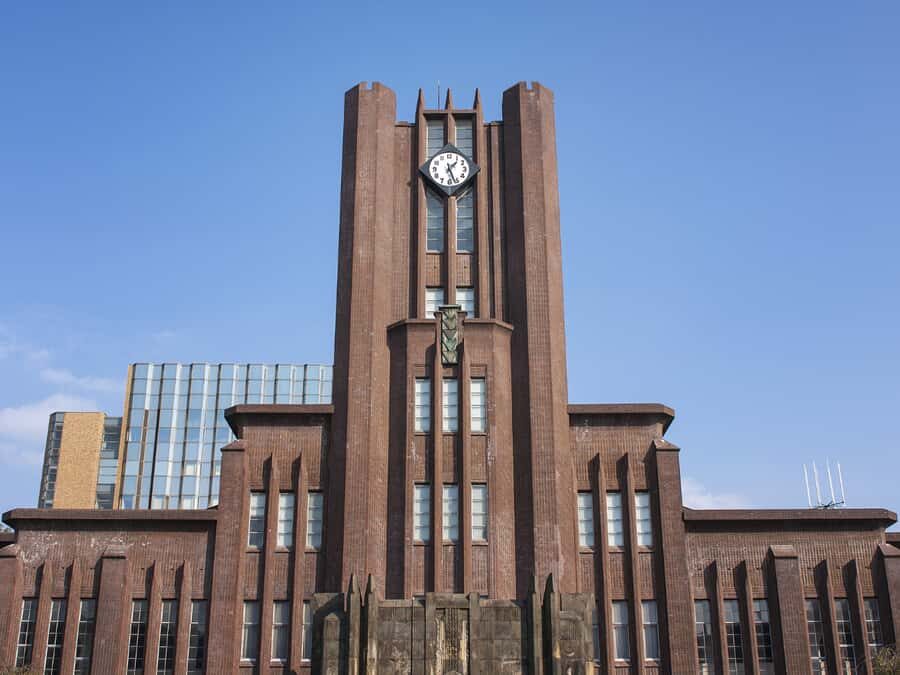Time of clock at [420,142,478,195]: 1:26
